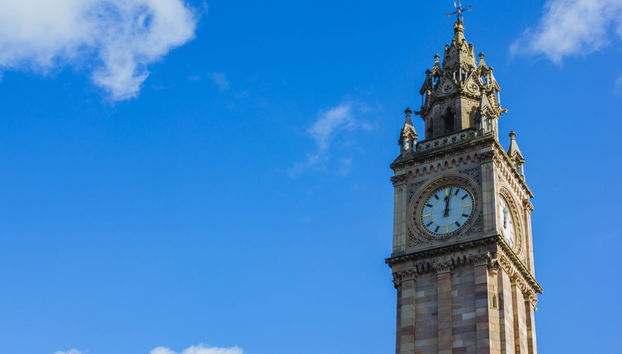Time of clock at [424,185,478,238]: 12:02
